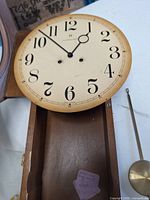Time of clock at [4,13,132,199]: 12:52
